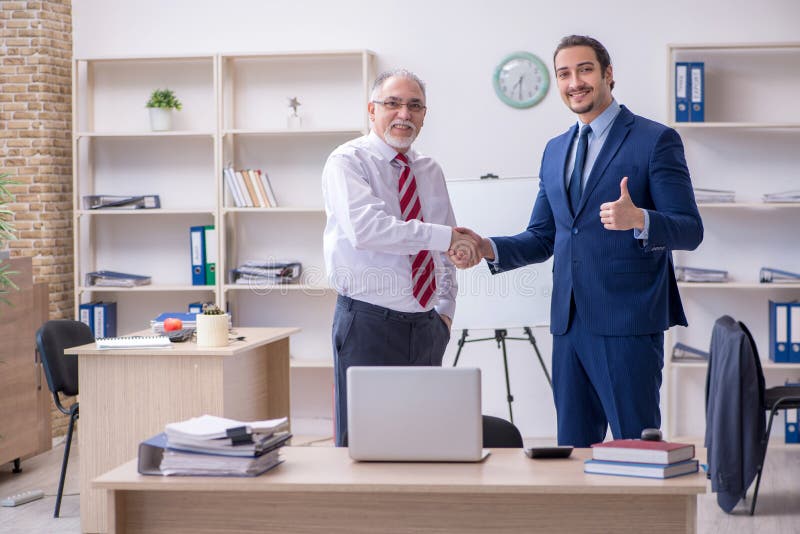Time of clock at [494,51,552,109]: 7:30
